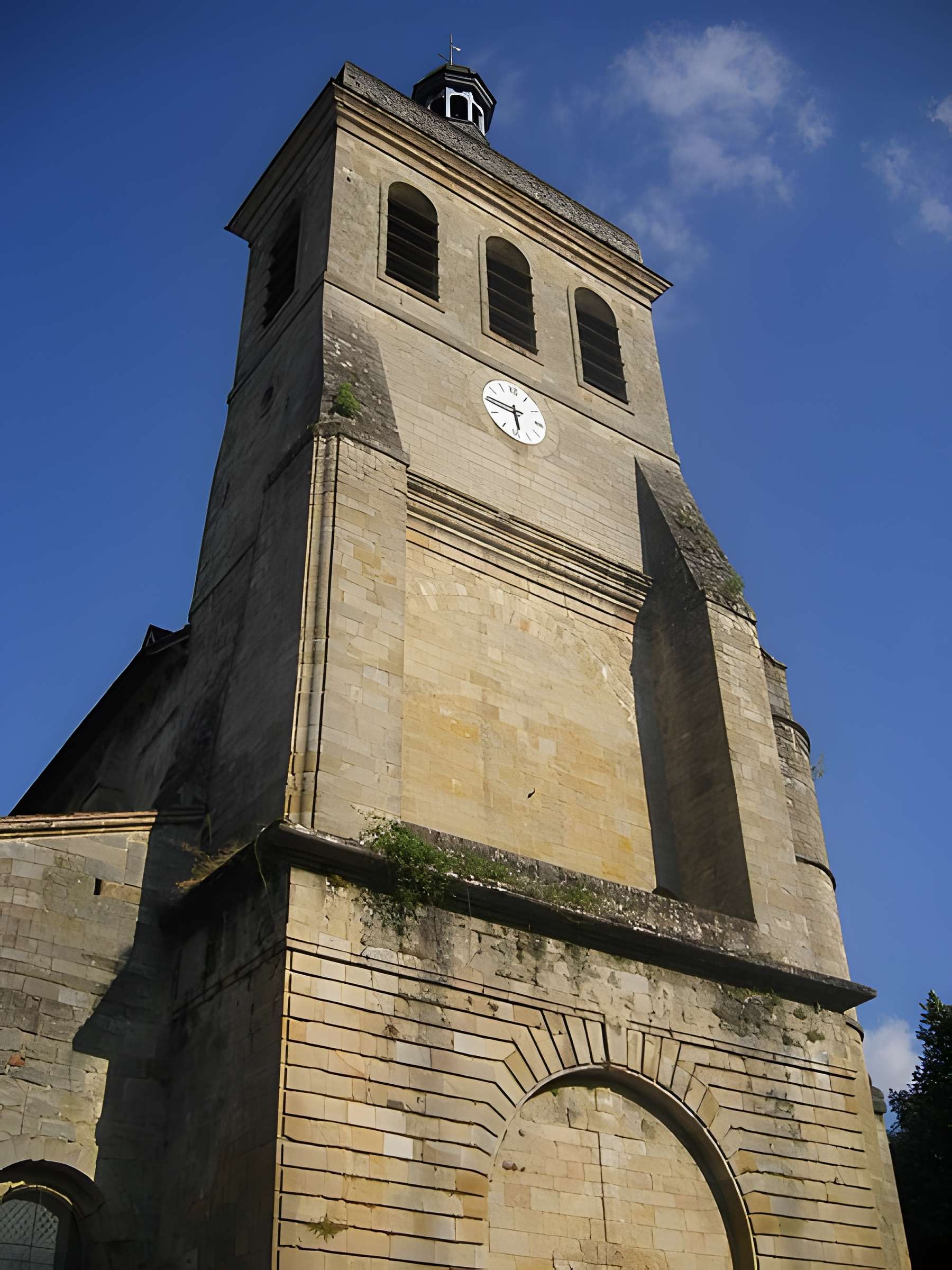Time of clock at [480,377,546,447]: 5:45
